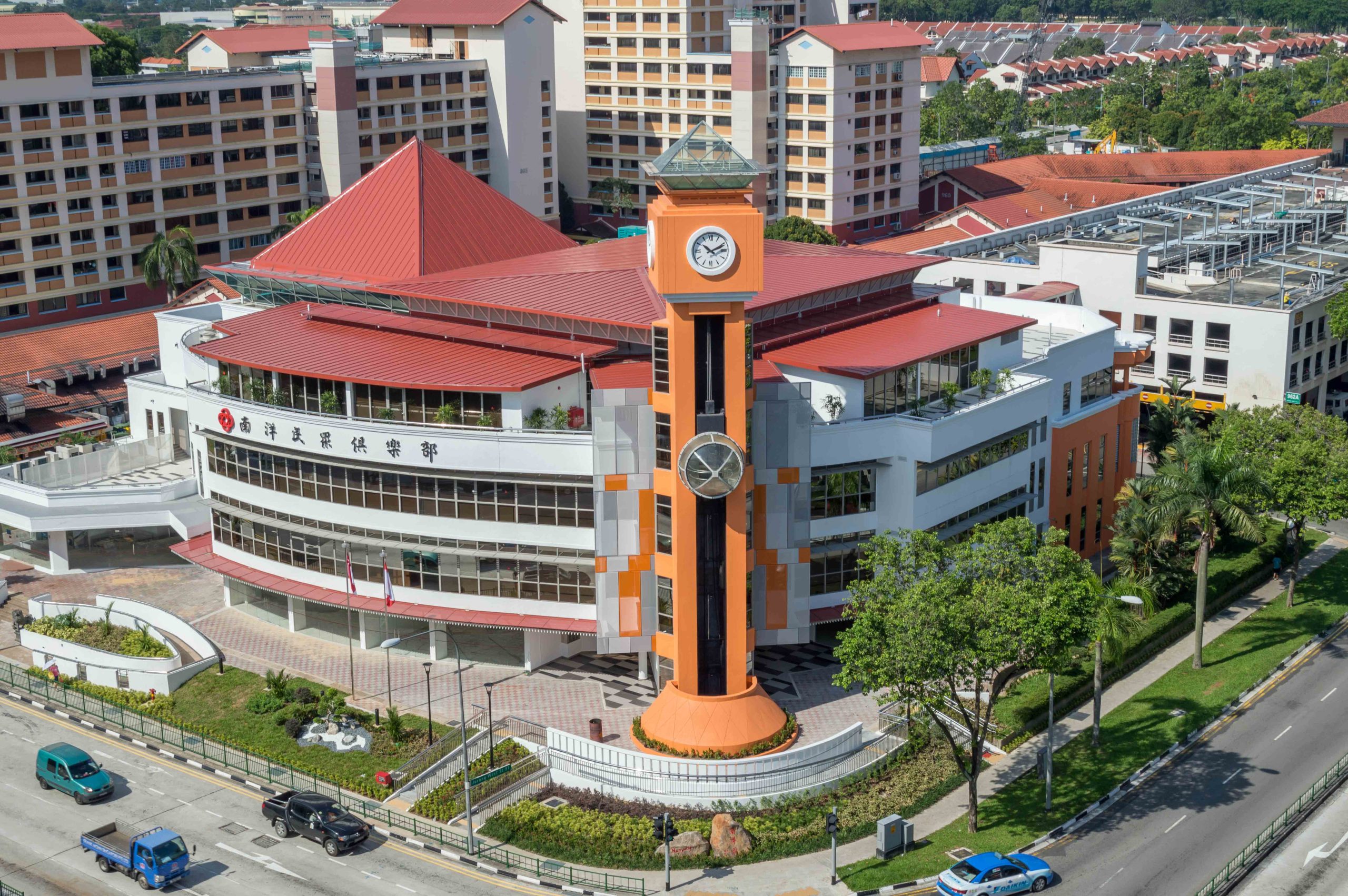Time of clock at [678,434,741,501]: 9:07
